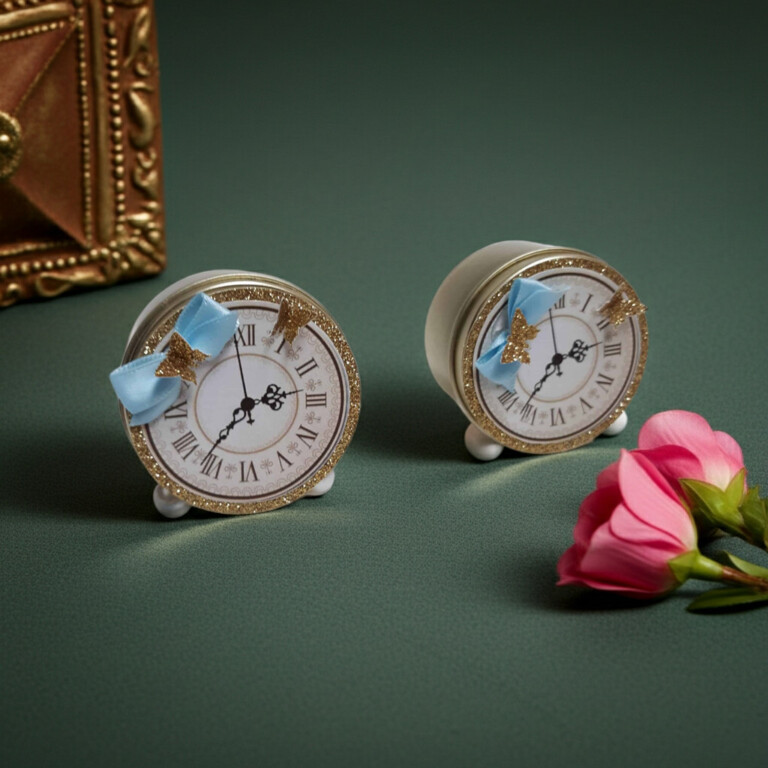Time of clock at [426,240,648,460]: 2:36
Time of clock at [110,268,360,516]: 2:36
